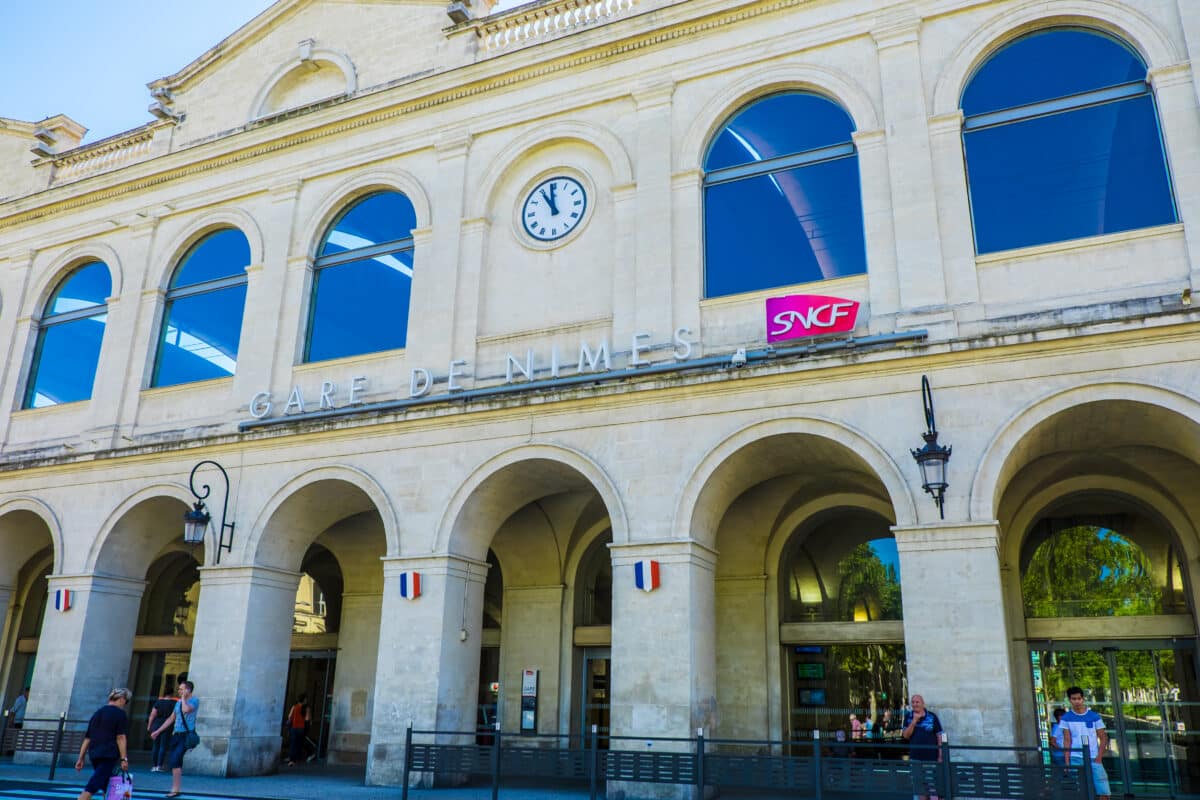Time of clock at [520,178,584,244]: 10:59
